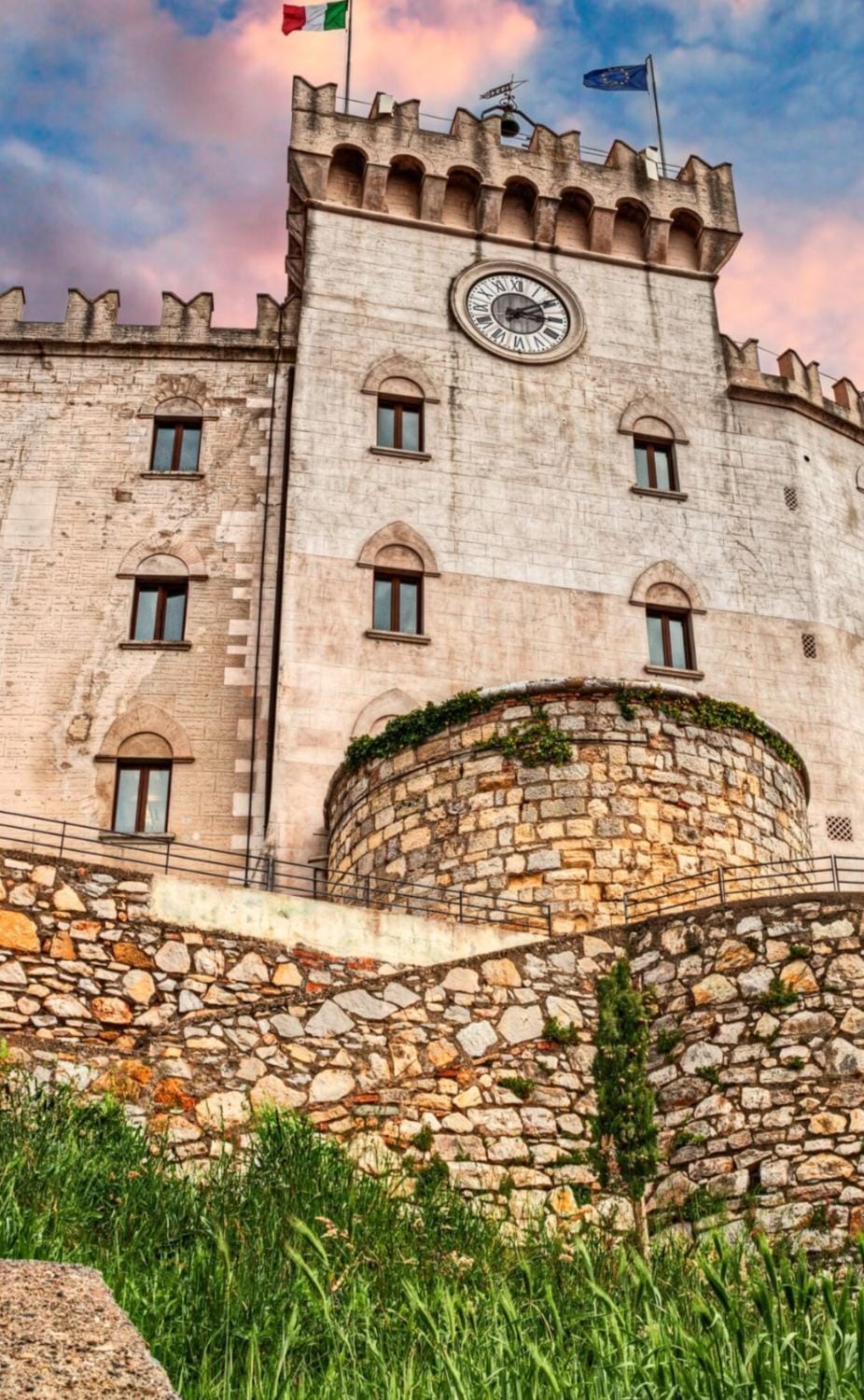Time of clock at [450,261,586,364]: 3:09
